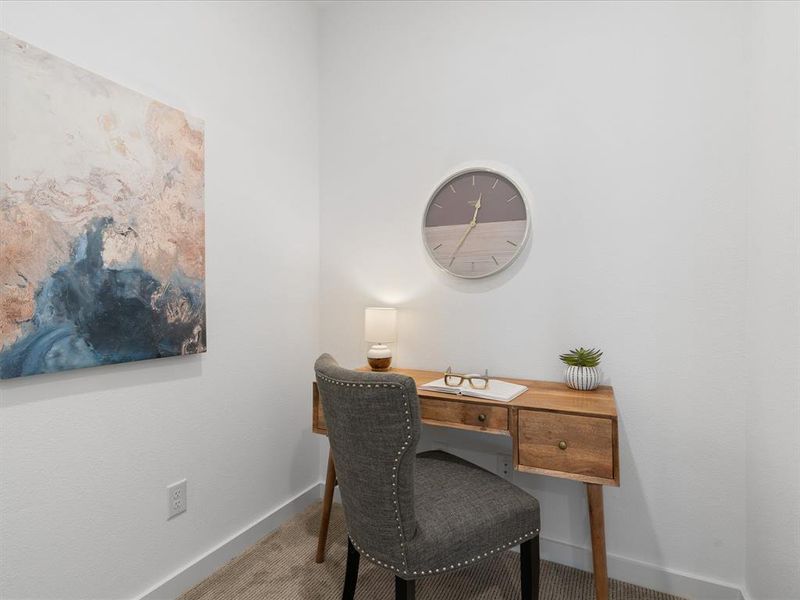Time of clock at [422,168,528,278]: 12:35
